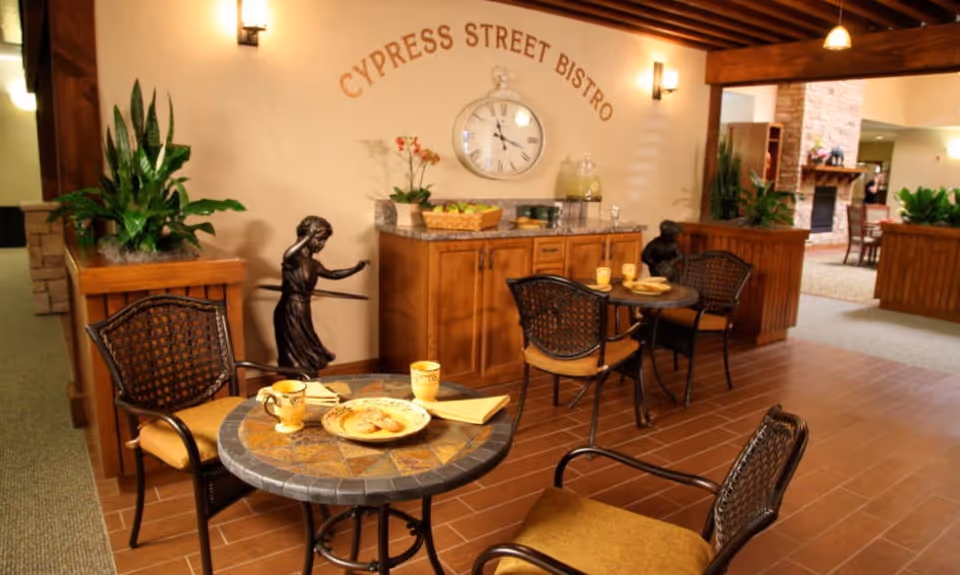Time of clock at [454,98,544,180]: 11:18
